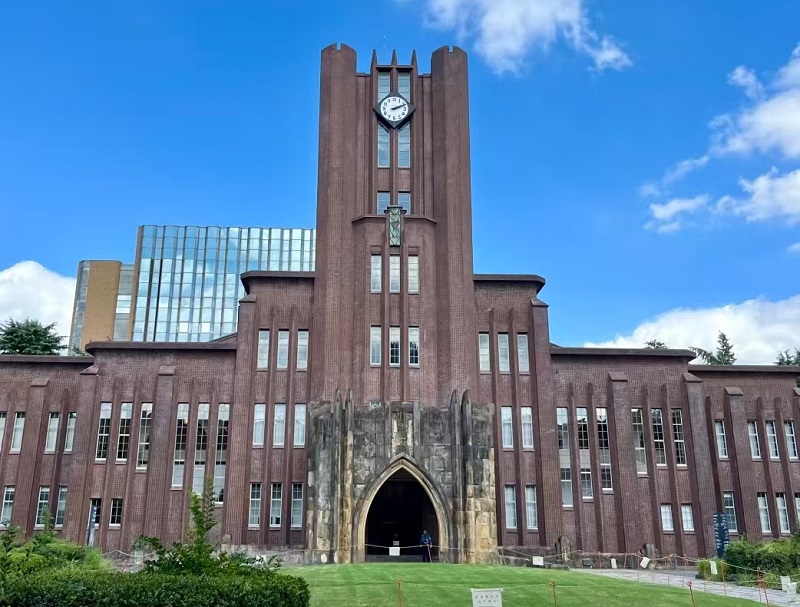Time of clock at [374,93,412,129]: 2:11
